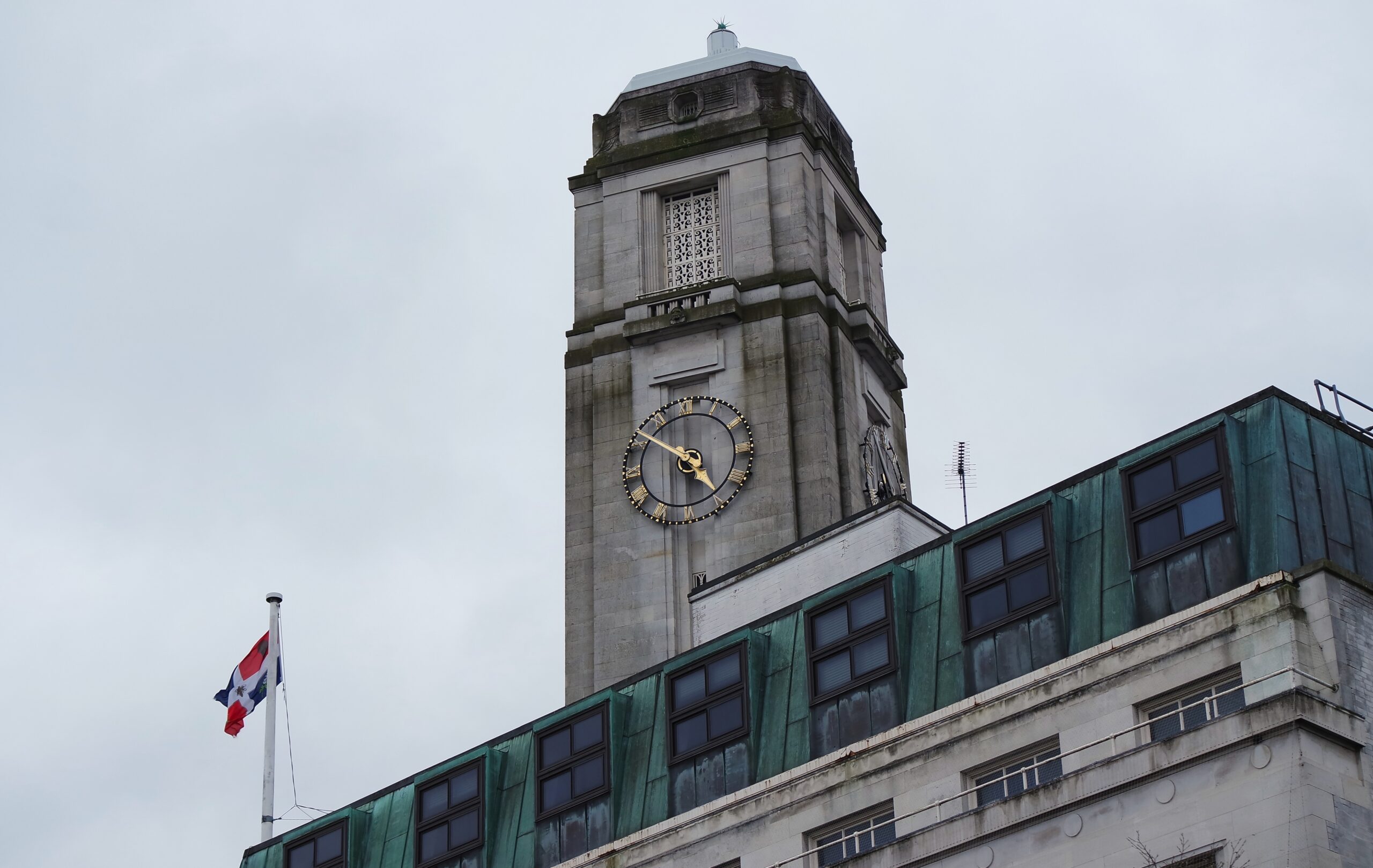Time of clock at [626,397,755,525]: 4:50
